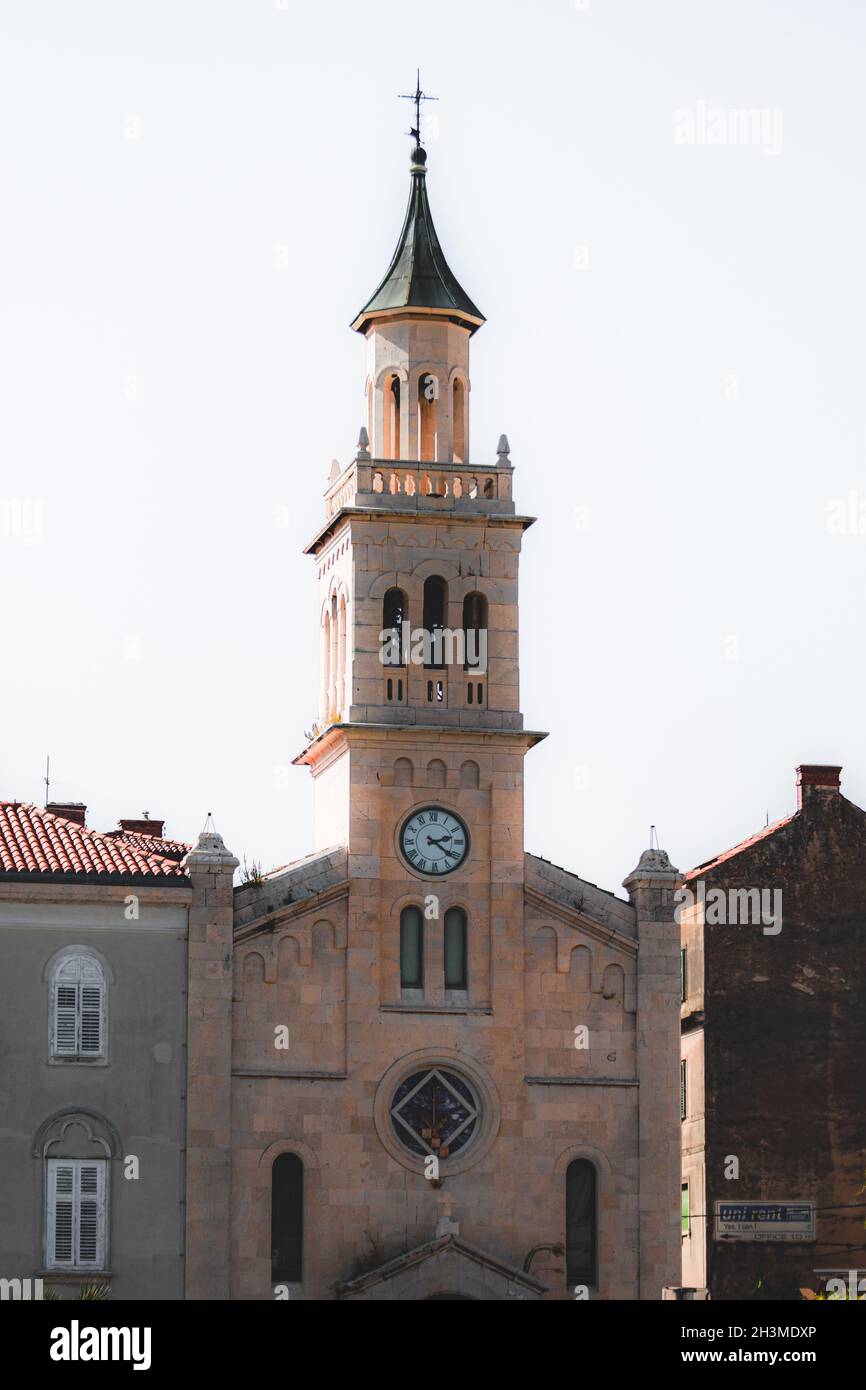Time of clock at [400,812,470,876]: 2:21
